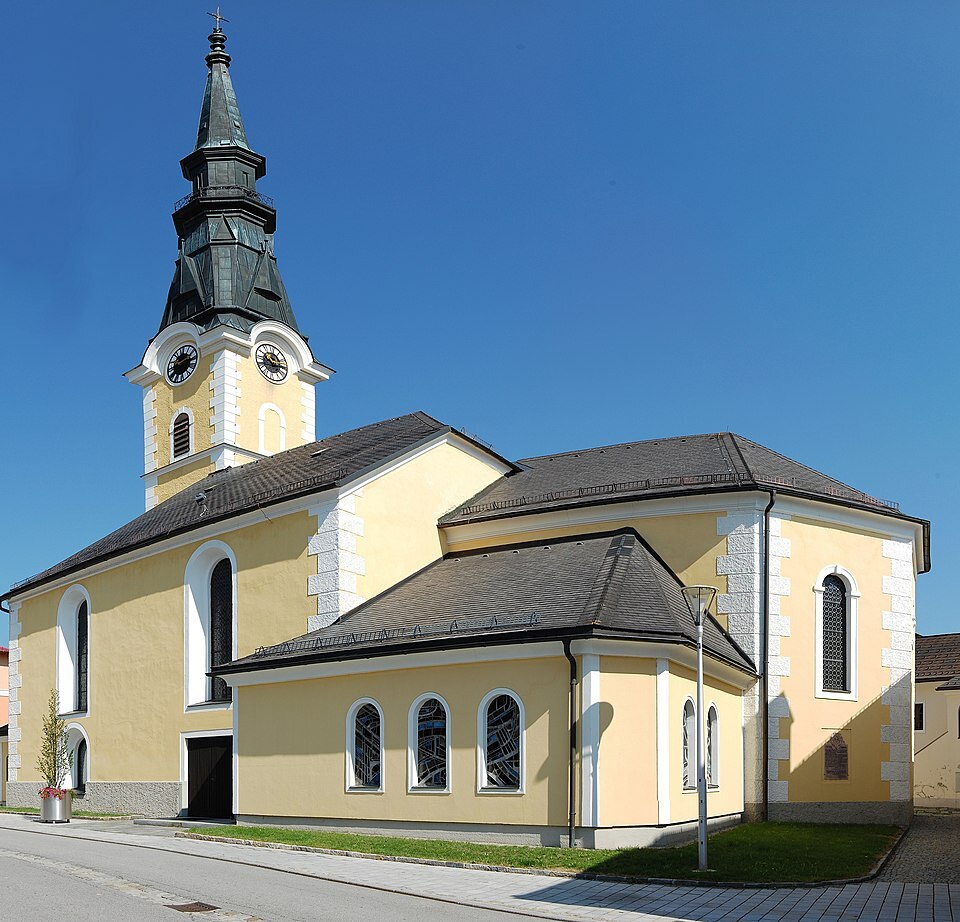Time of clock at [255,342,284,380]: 10:14
